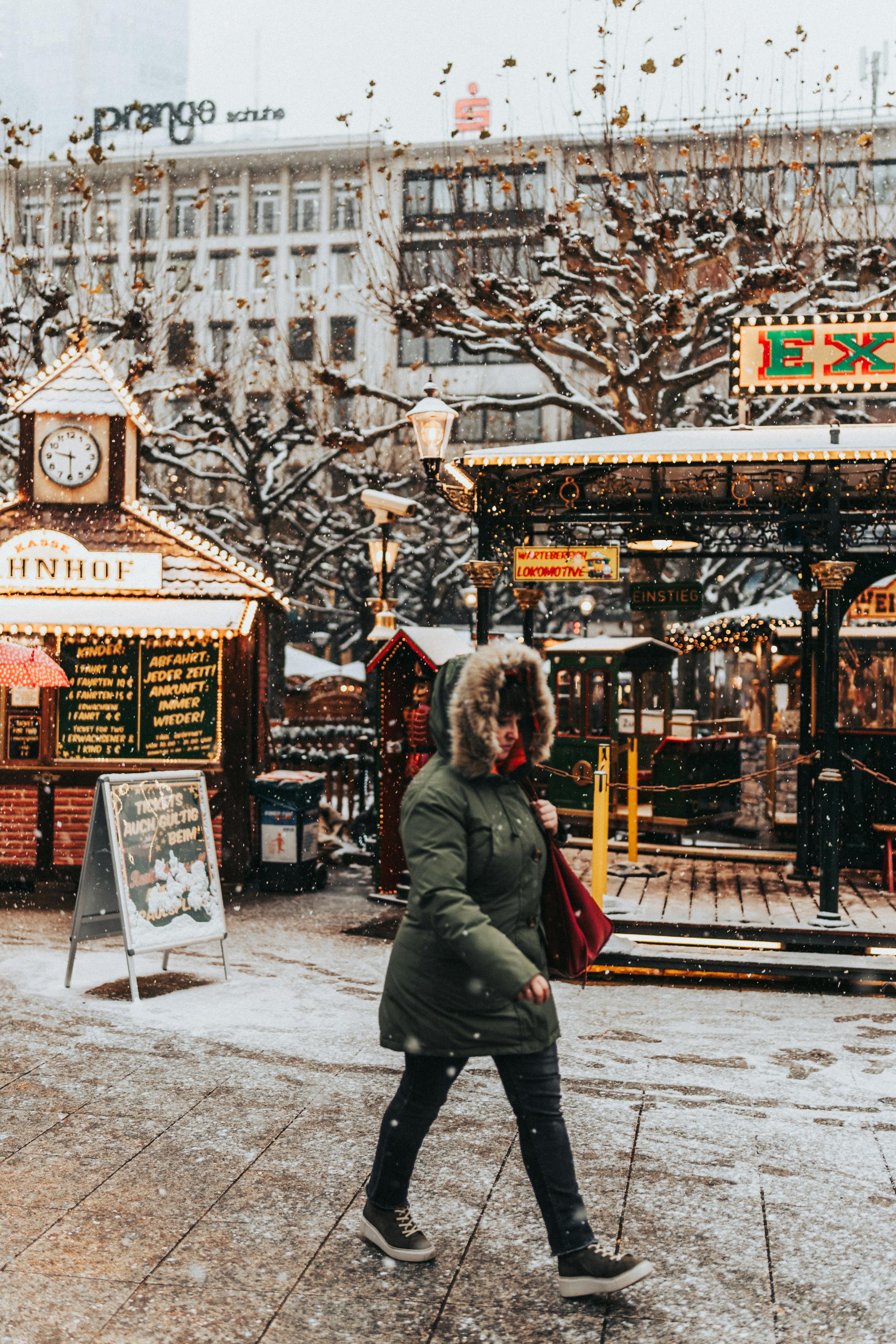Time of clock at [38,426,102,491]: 9:29
